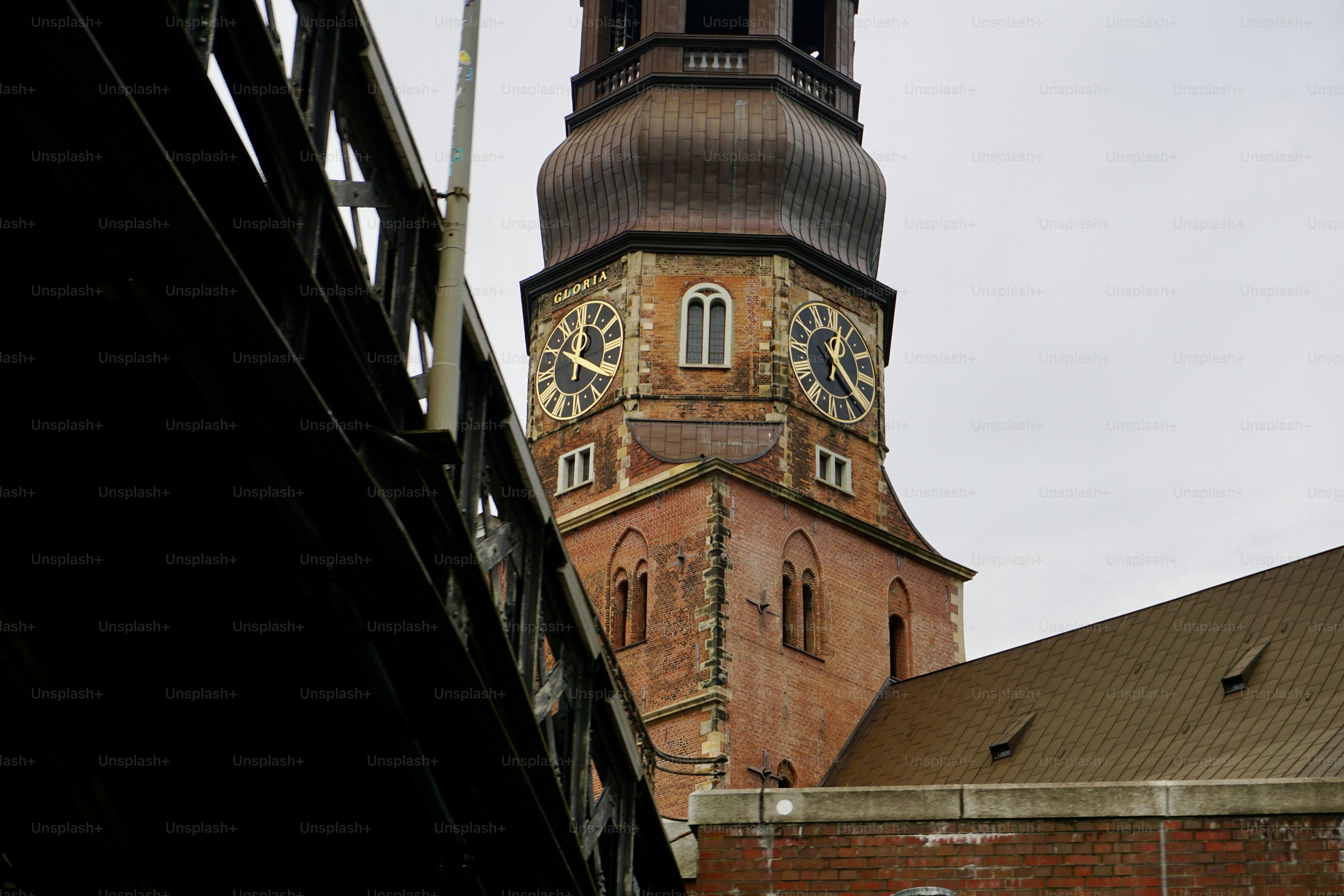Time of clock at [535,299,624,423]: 12:20
